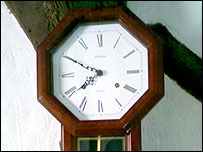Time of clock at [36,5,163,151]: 7:49
